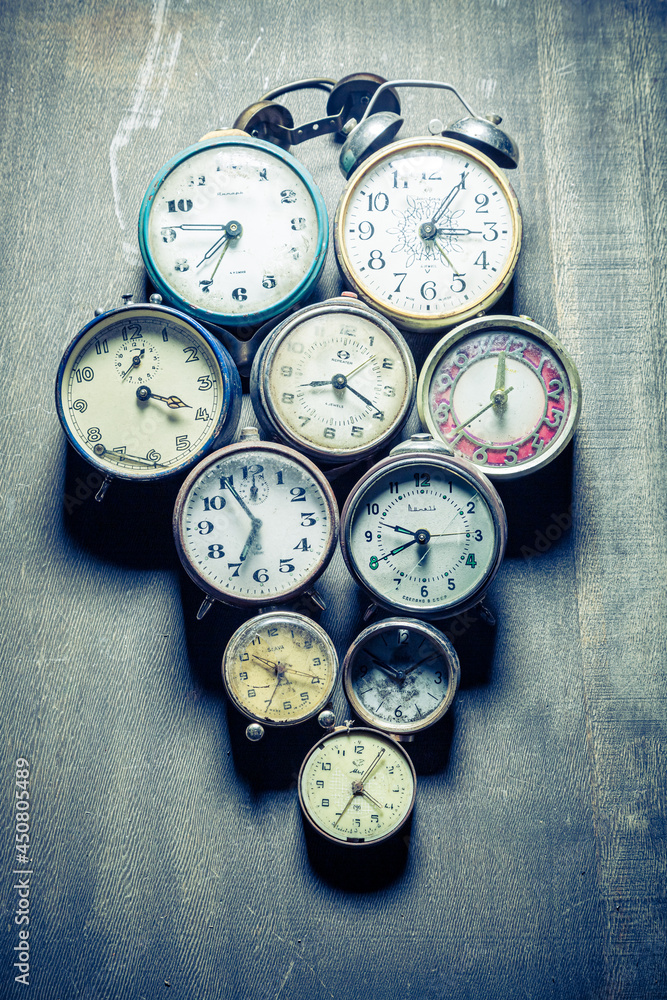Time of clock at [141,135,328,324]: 7:34
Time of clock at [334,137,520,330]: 3:05
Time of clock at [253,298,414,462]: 8:19
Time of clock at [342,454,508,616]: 9:40
